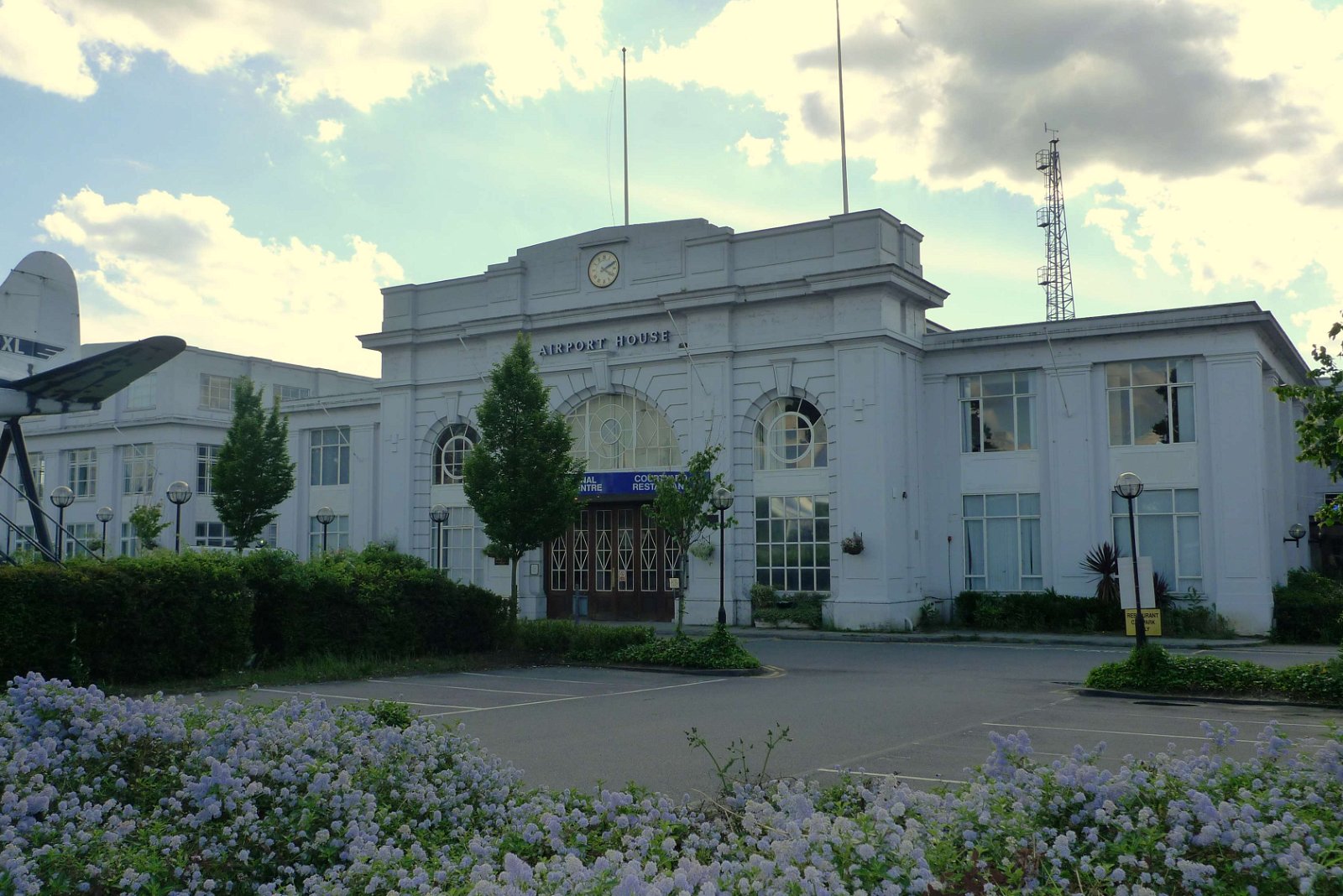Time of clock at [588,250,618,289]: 4:10
